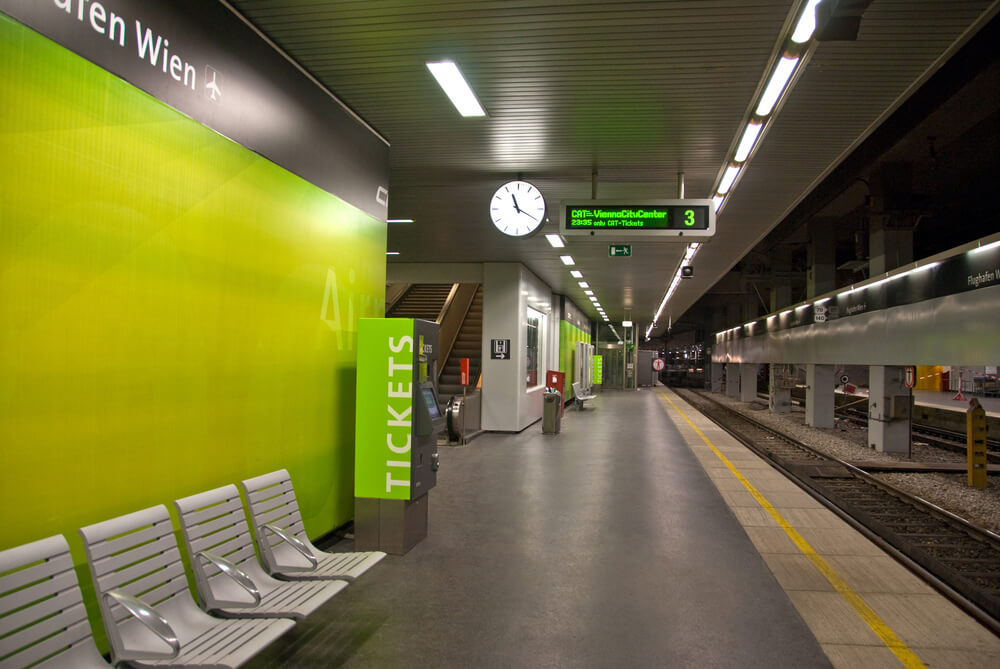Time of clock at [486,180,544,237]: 11:19
